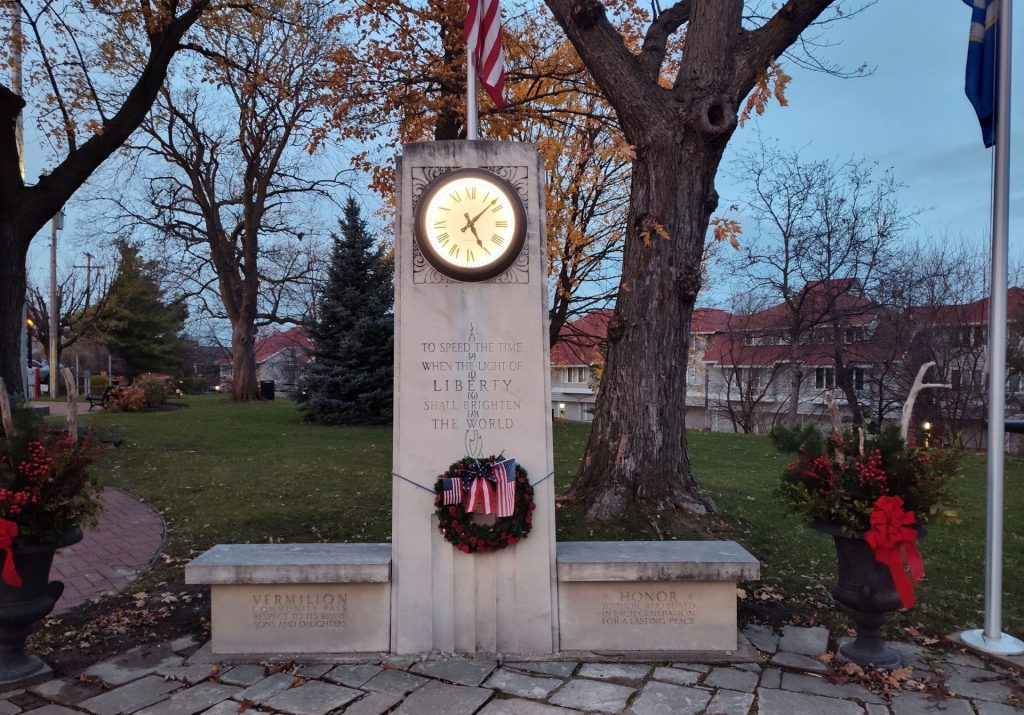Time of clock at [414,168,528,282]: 5:07
